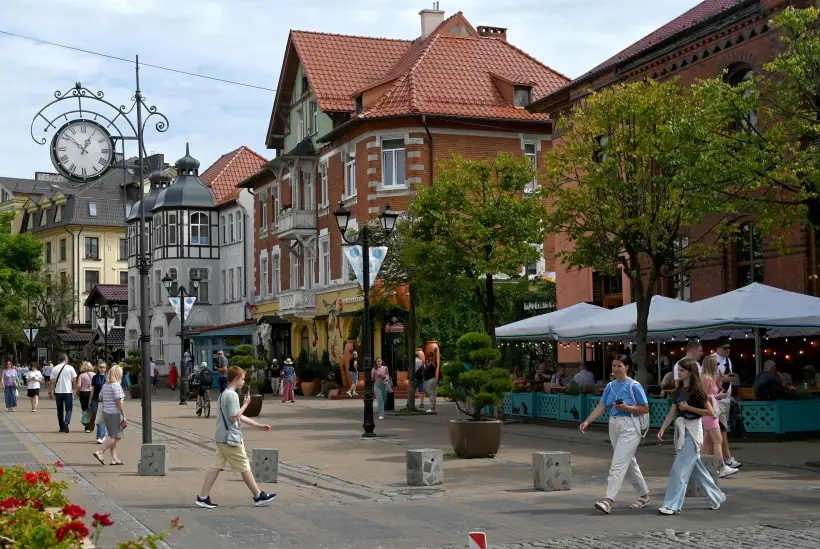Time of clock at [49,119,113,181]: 12:51
